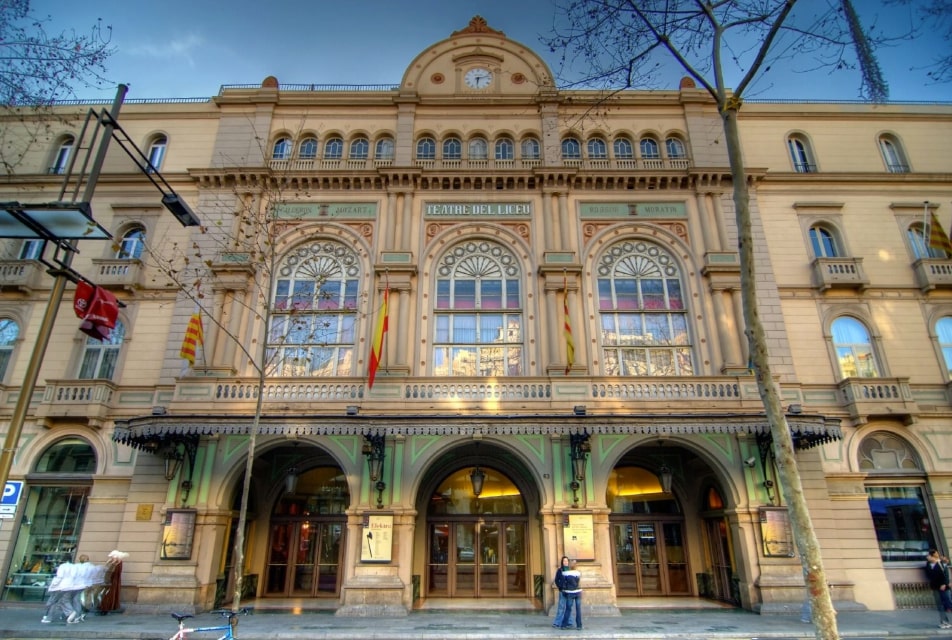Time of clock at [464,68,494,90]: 6:12
